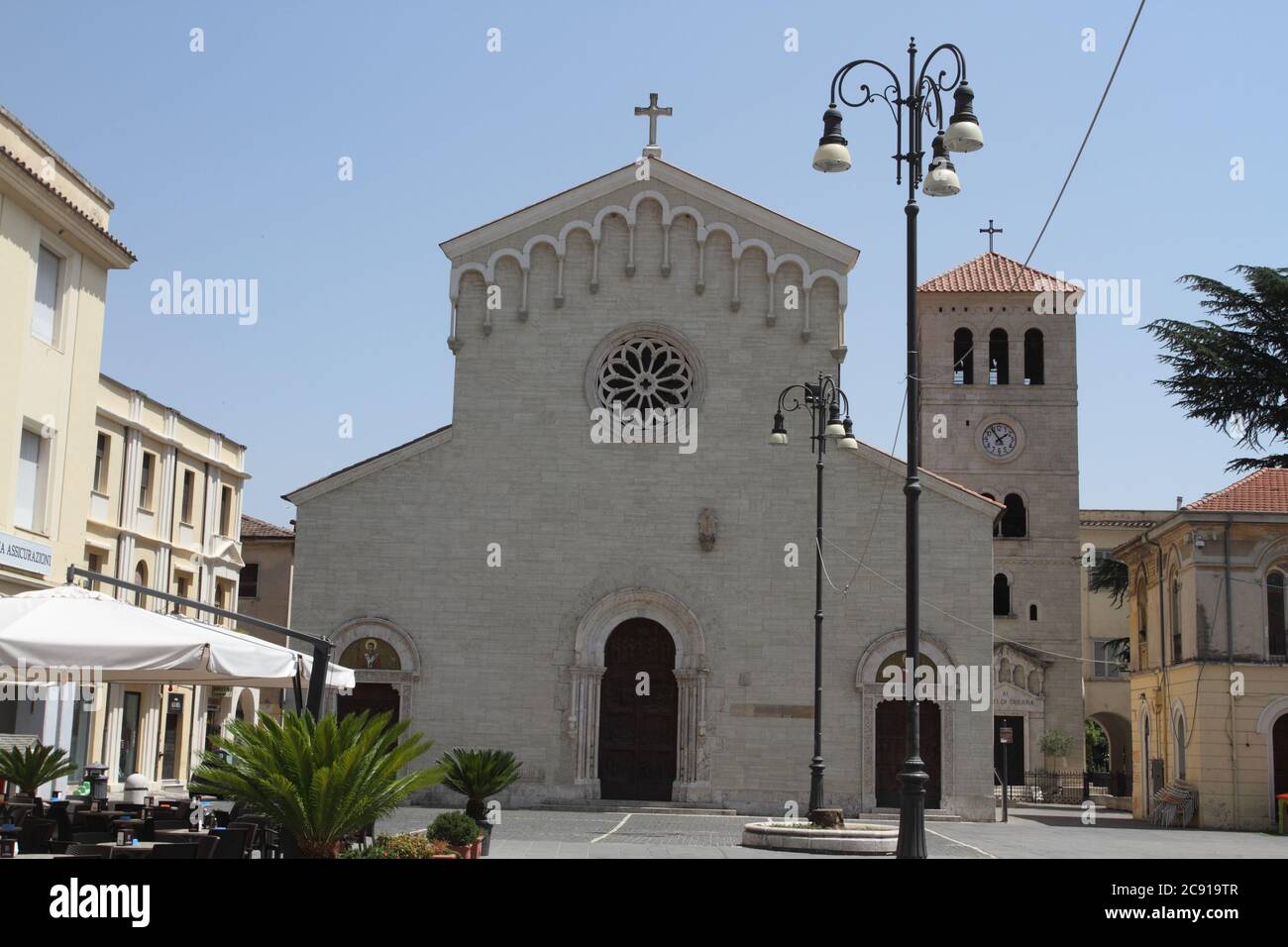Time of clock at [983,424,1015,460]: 1:54
